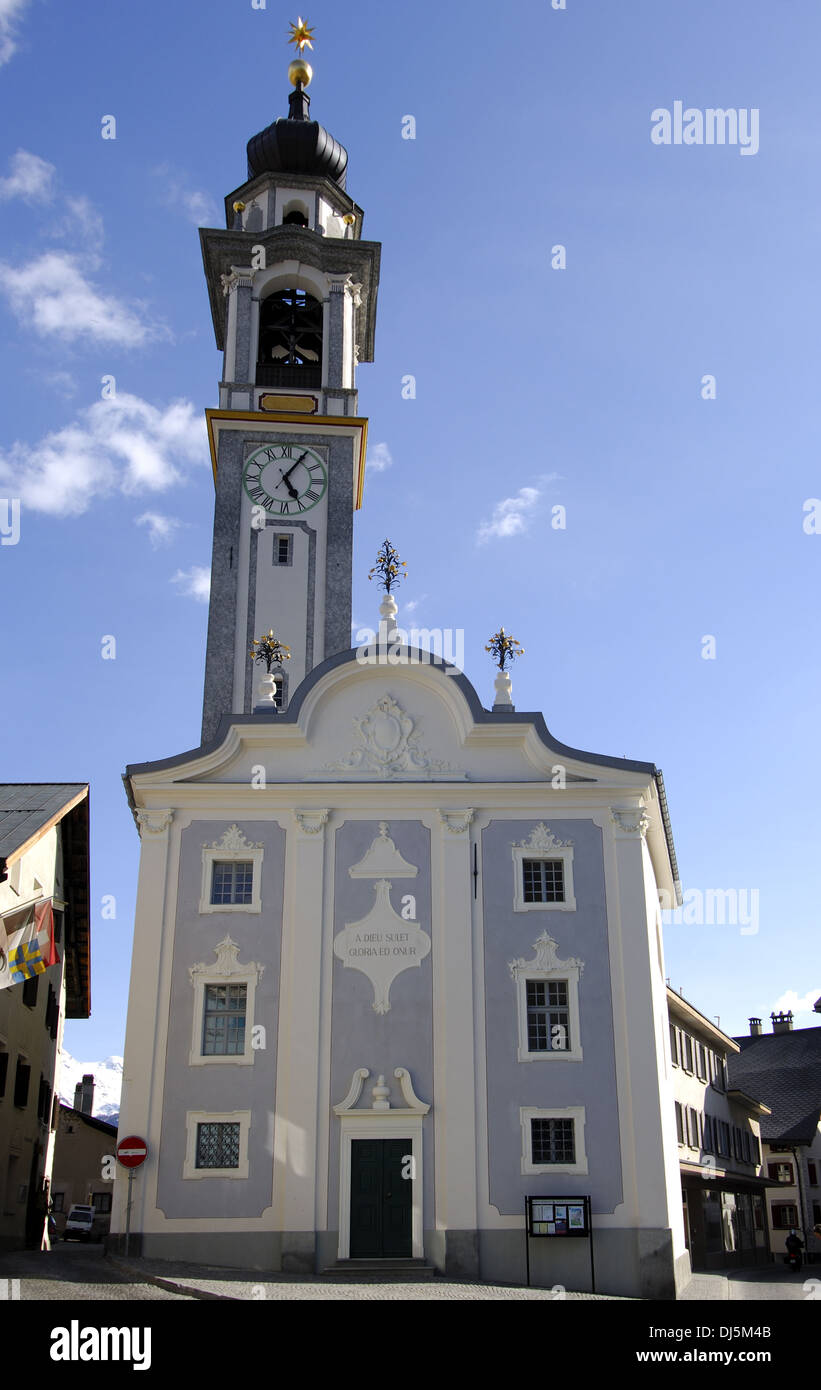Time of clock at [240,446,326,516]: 5:05
